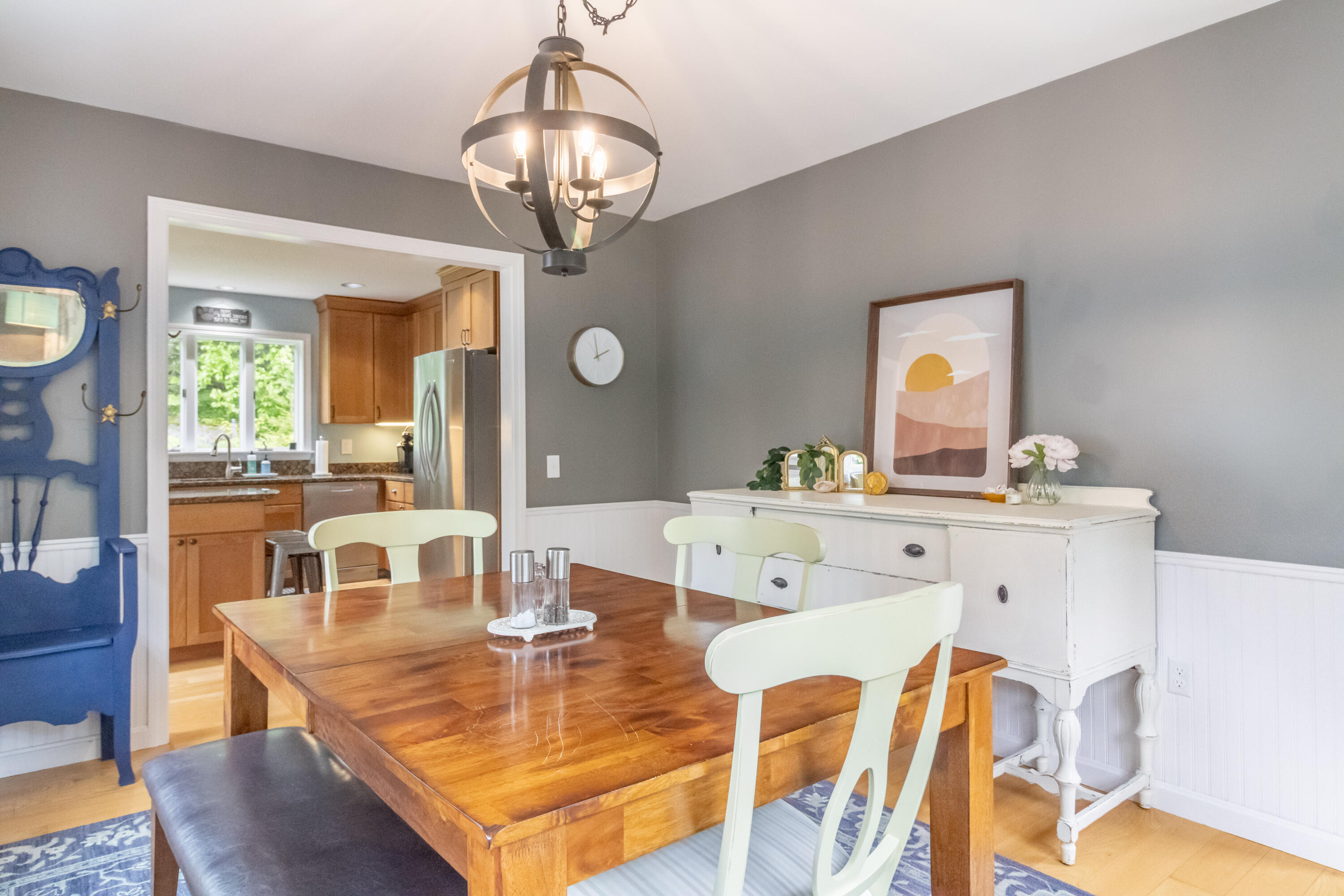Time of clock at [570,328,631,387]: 1:59
